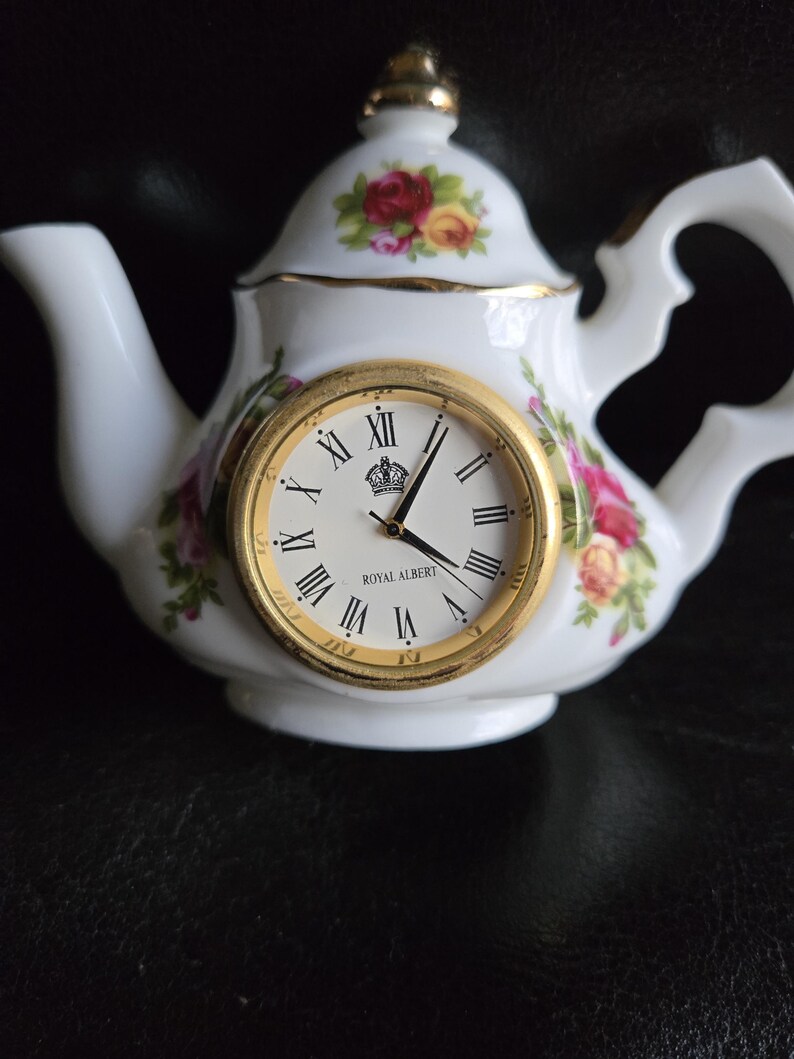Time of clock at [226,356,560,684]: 4:05
